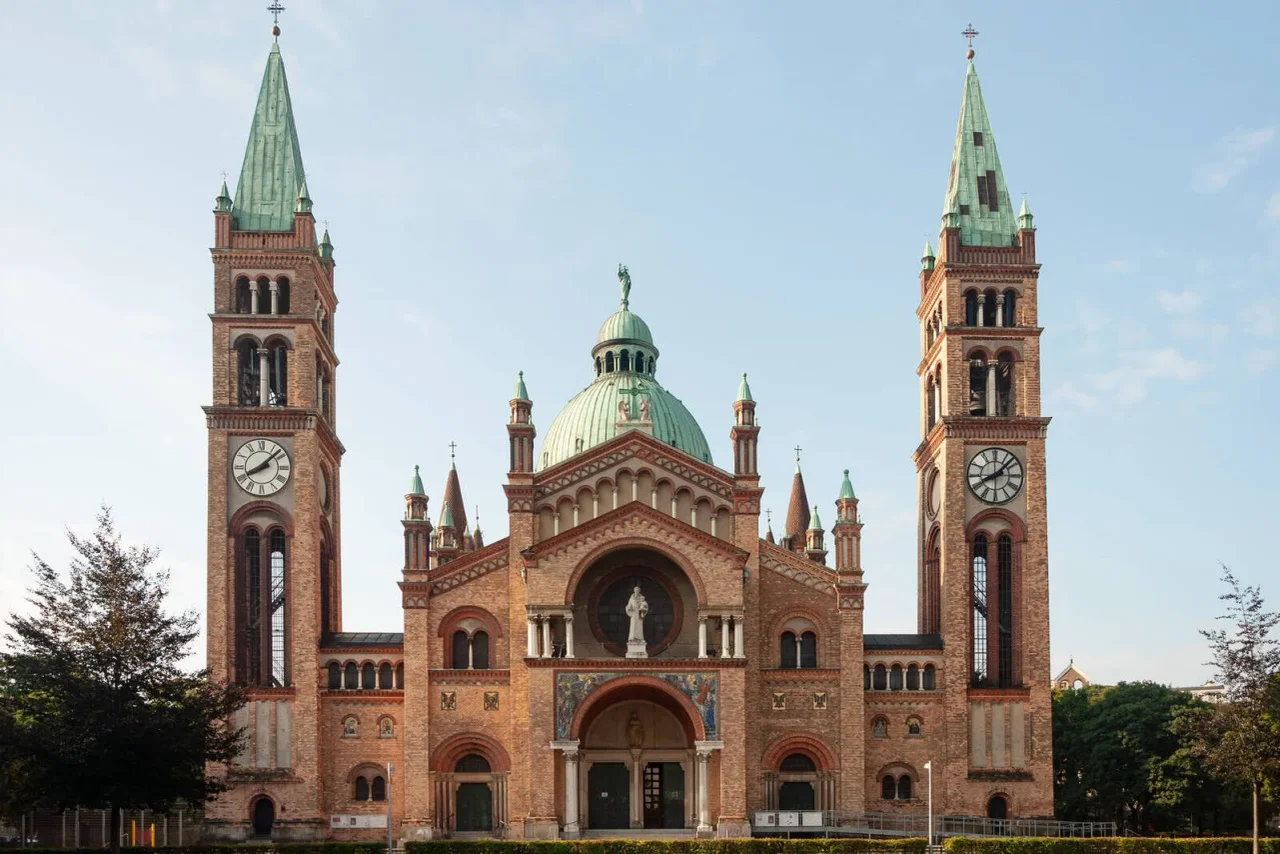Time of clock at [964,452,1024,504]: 8:07
